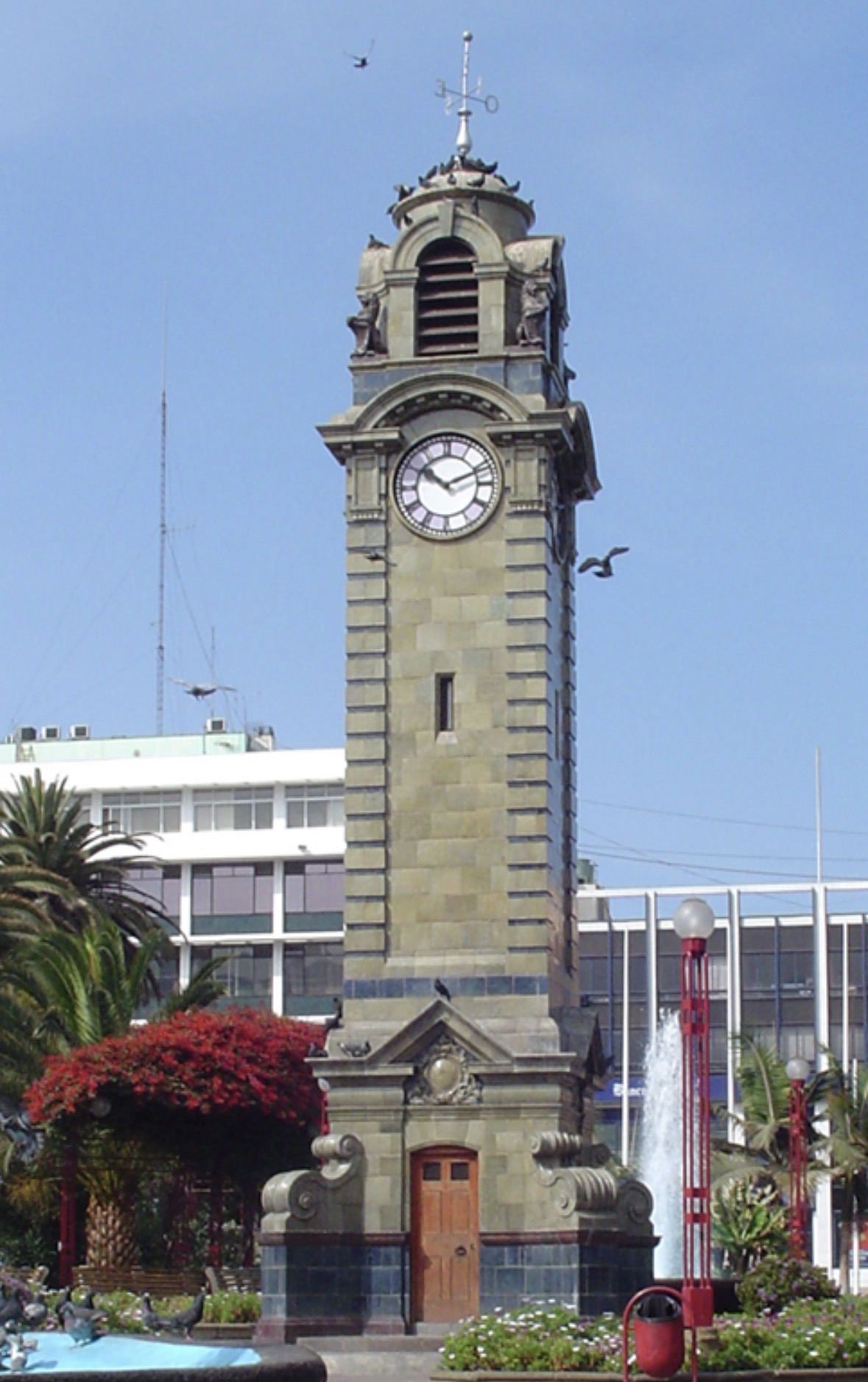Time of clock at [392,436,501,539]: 10:11
